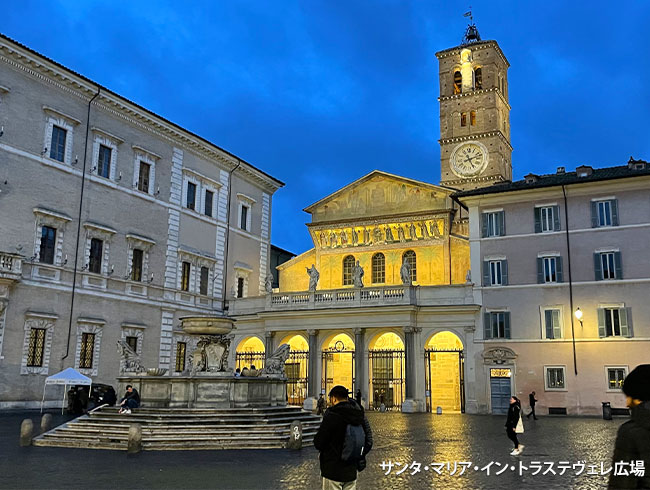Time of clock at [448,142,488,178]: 5:11
